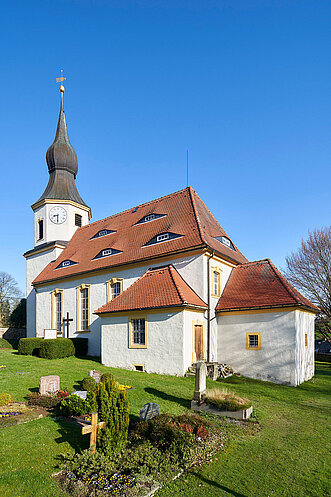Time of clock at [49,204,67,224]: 8:30
